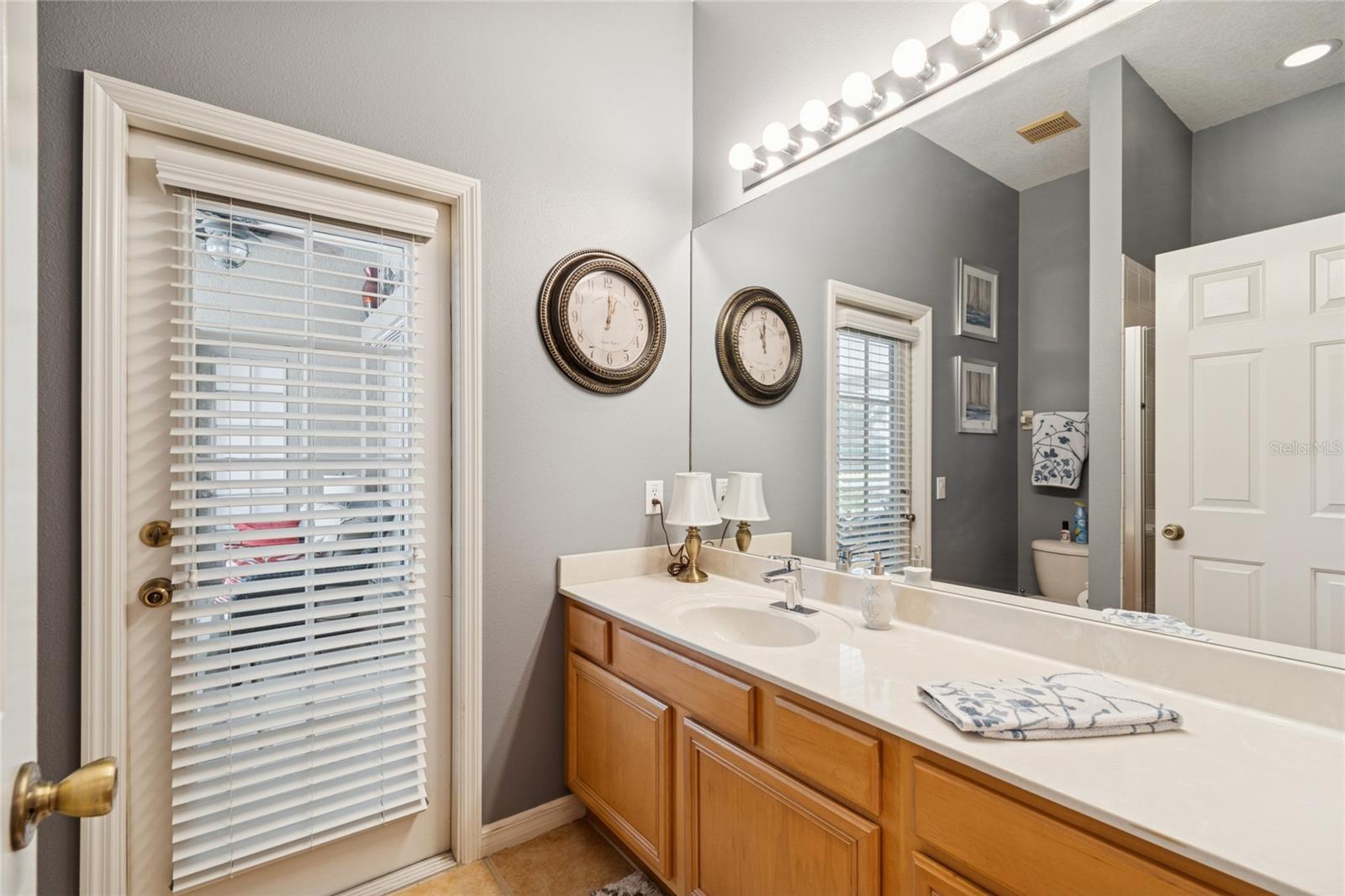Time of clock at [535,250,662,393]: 1:01
